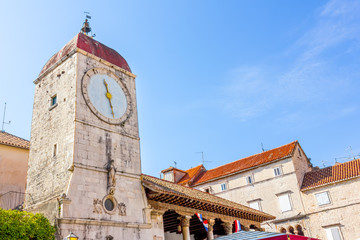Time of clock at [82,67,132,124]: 11:28
